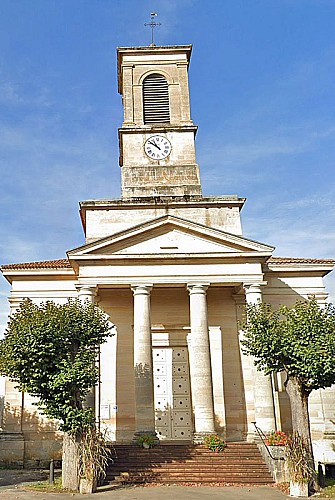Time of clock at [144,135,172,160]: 10:51
